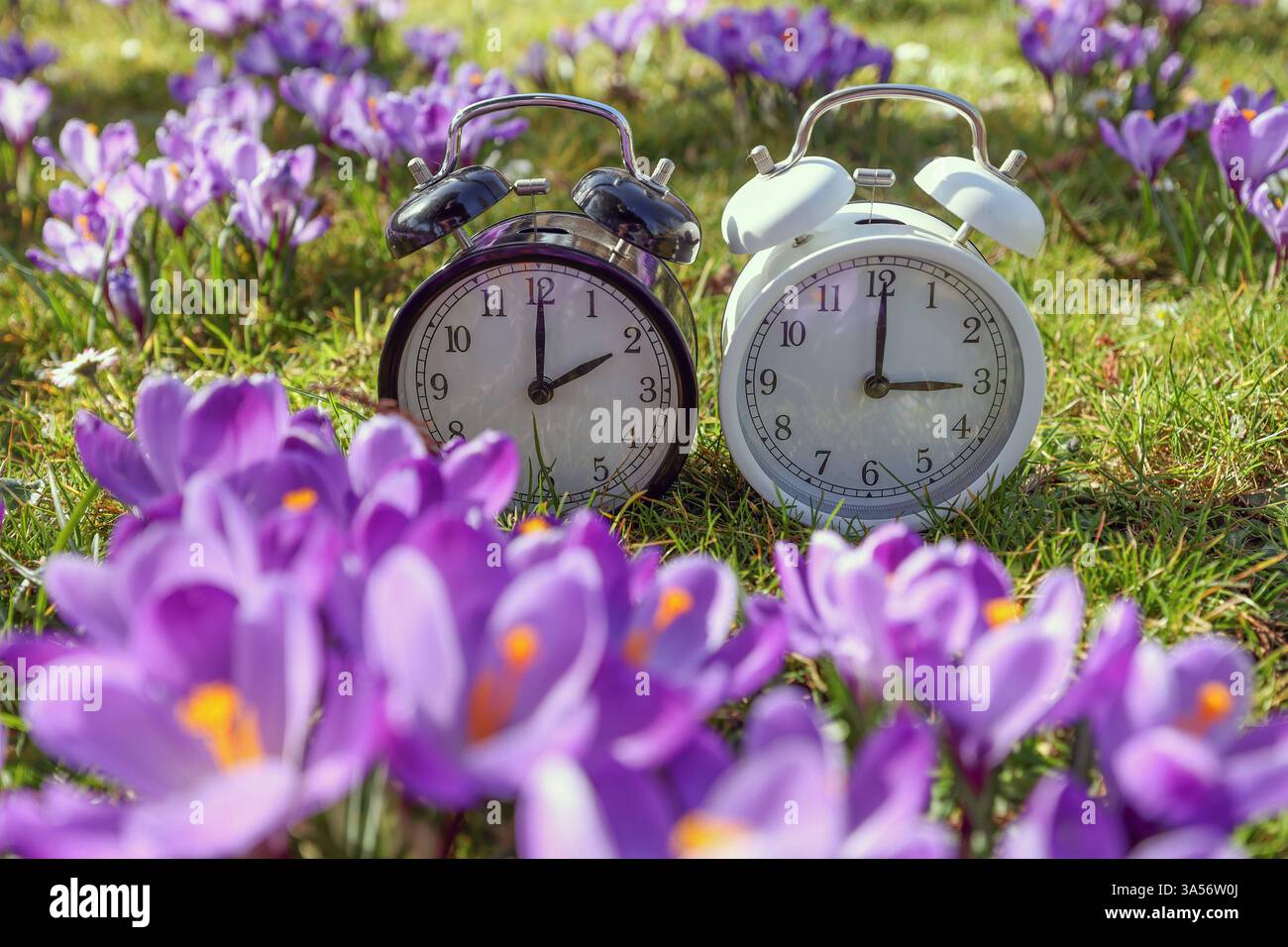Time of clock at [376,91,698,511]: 2:00
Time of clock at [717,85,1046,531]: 3:00
